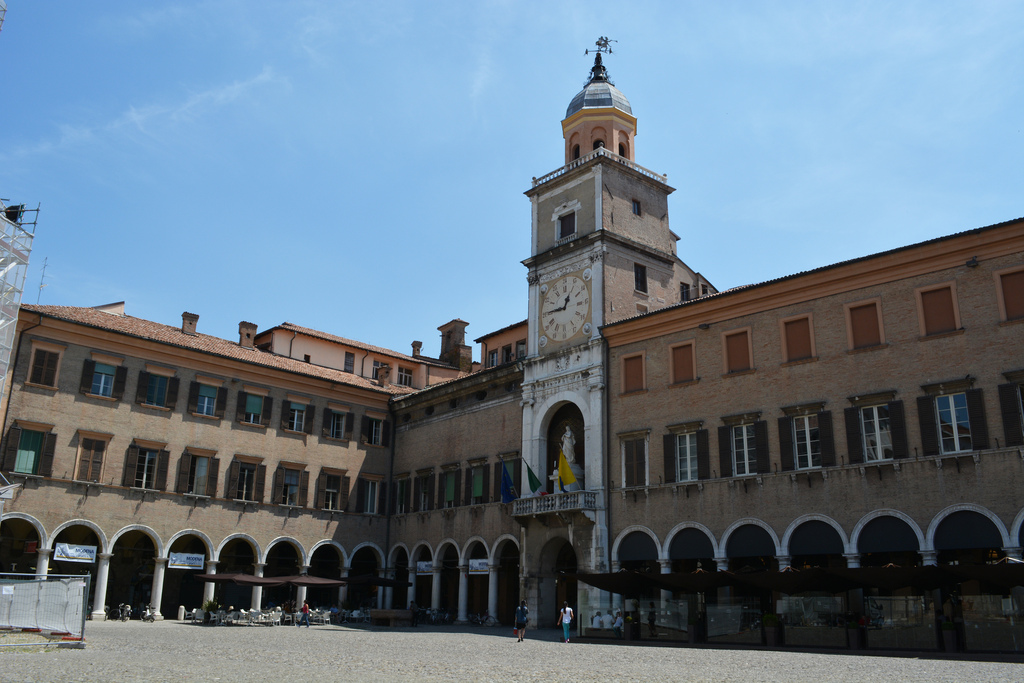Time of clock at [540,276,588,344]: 12:45
